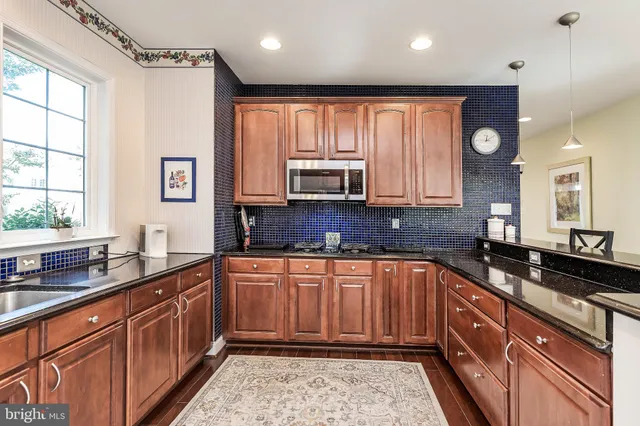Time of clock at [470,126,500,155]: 12:09
